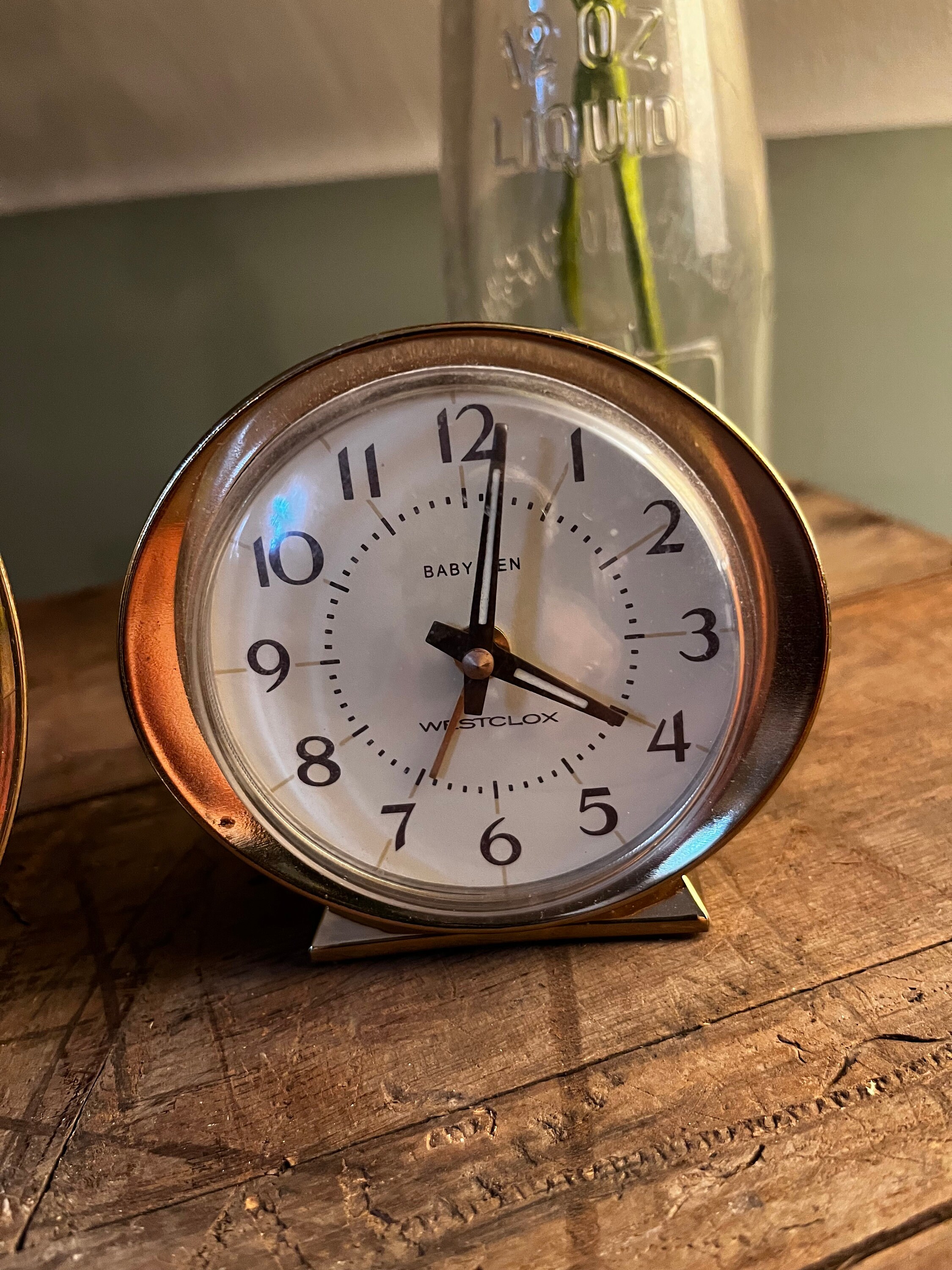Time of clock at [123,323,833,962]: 4:01
